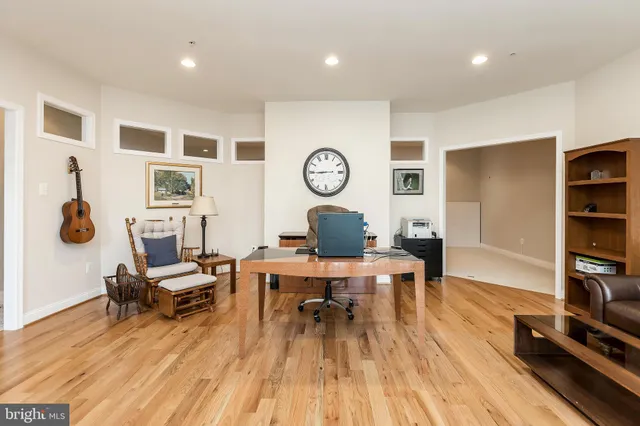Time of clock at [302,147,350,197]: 8:44
